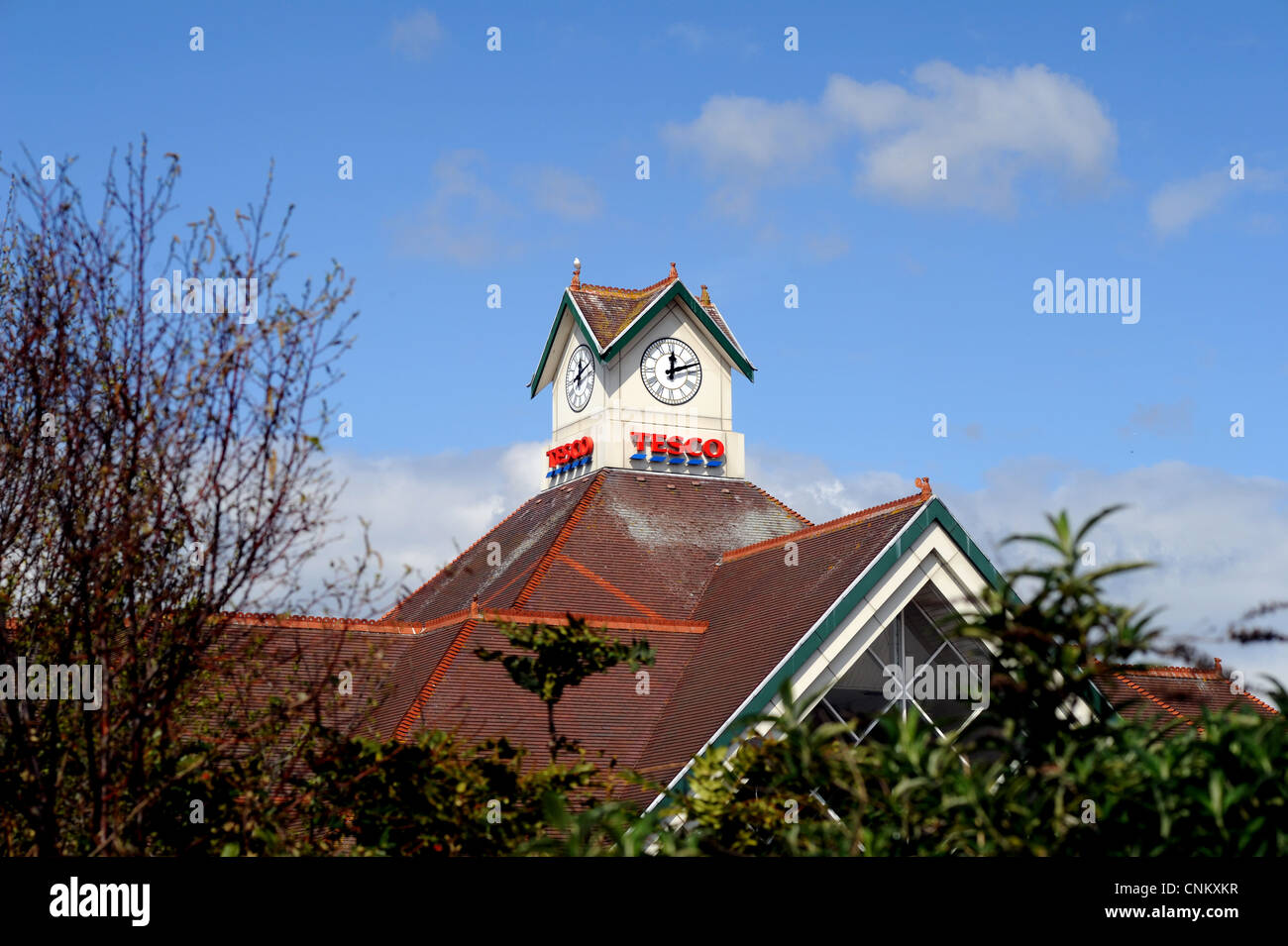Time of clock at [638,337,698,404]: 12:12
